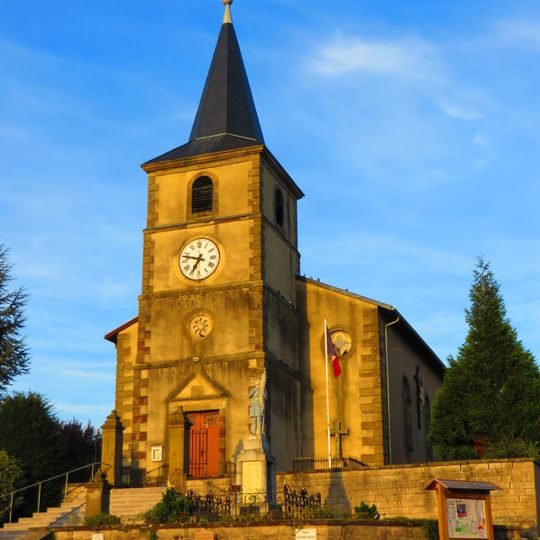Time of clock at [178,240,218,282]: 6:47
